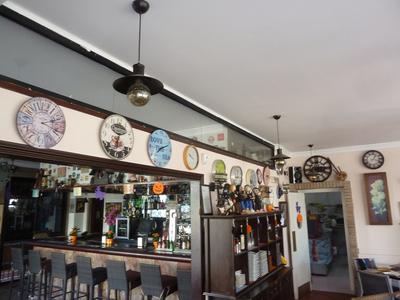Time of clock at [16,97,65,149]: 2:18
